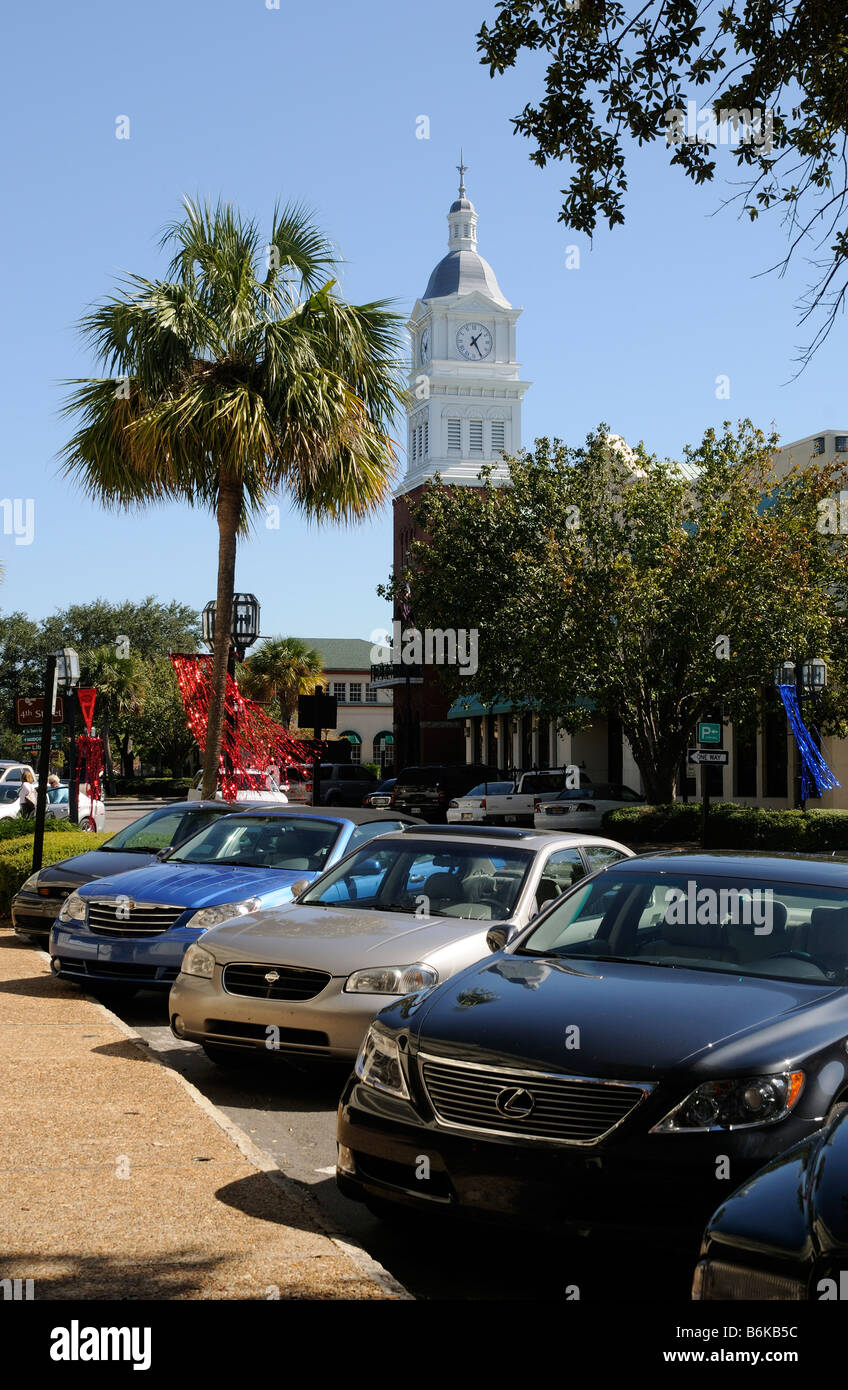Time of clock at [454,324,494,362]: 1:25
